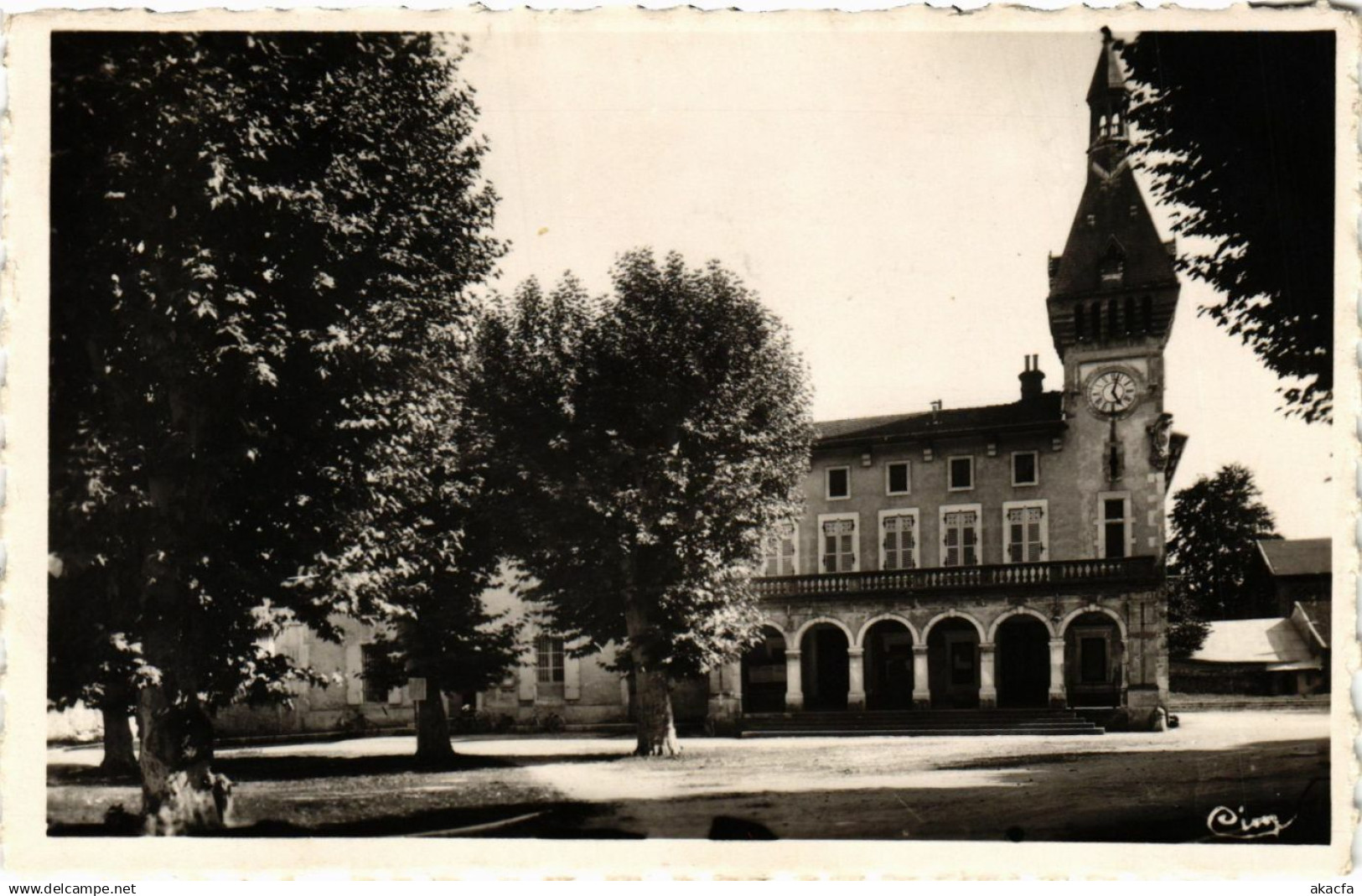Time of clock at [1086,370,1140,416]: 5:02
